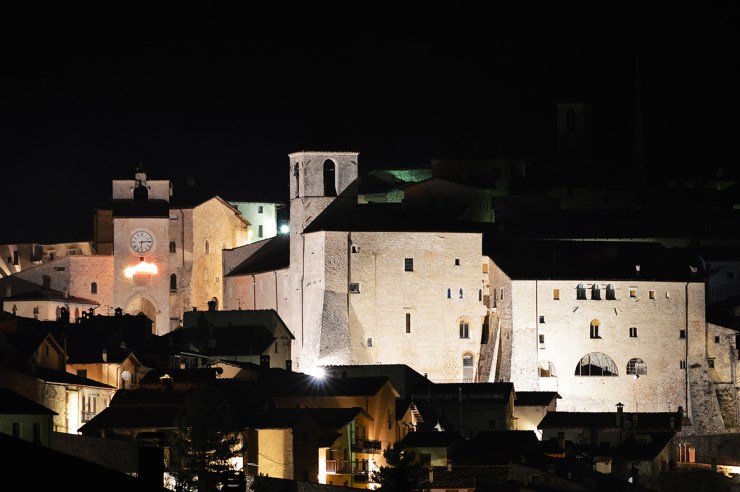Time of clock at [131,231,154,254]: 6:13
